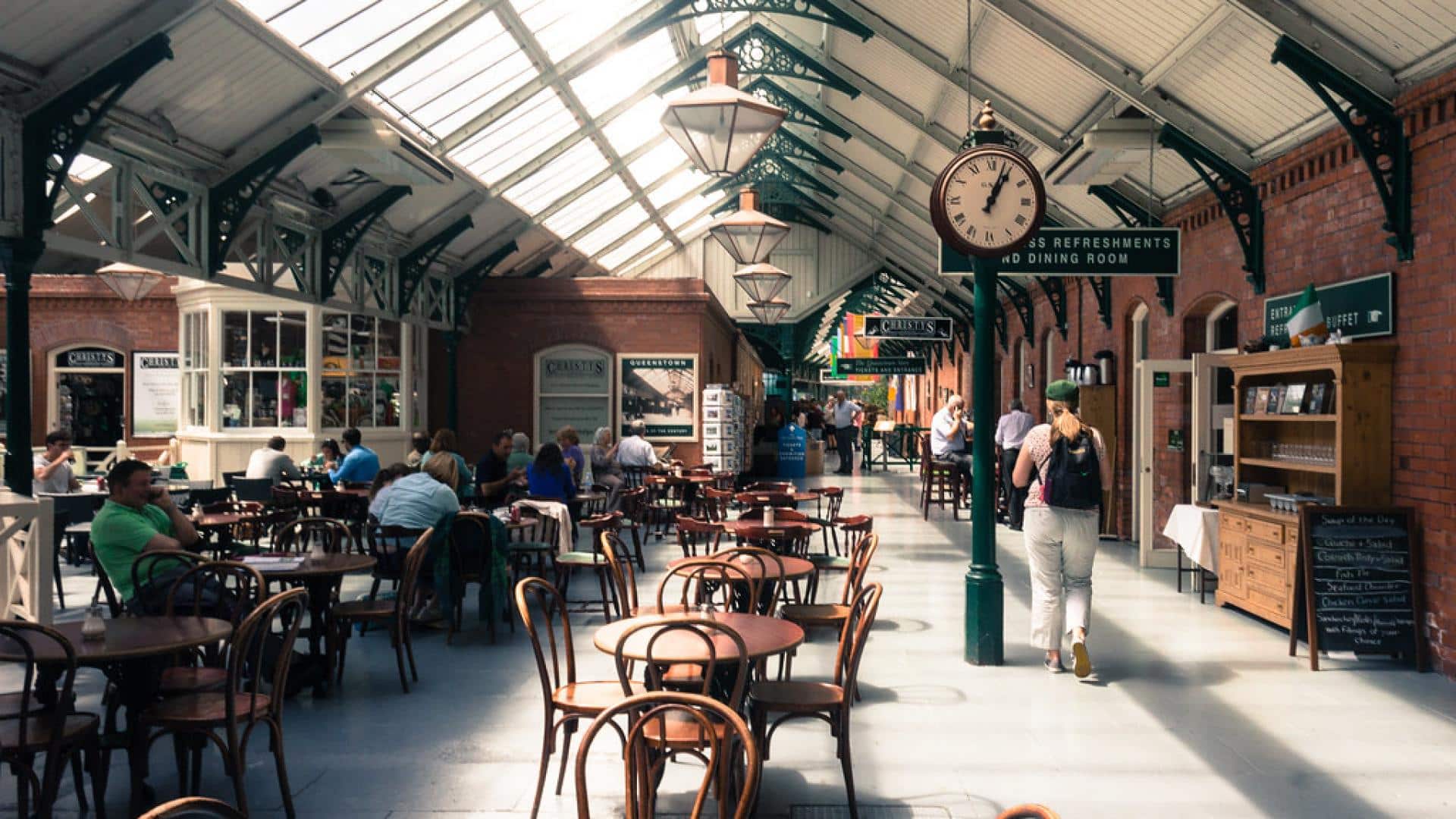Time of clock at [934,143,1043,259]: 1:03
